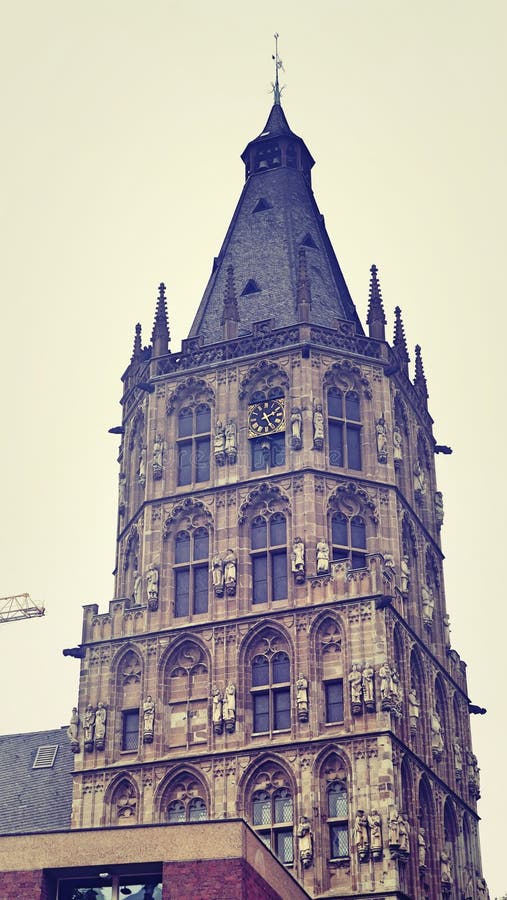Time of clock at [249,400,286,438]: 2:25
